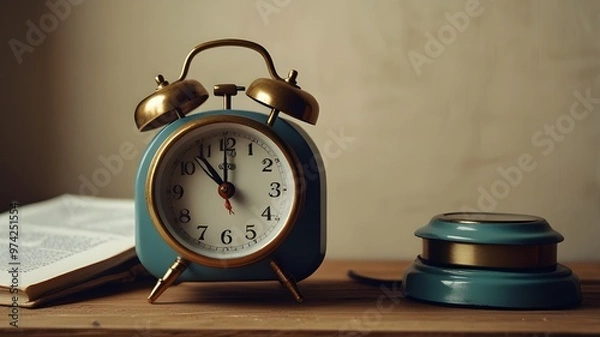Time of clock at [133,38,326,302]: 11:52
